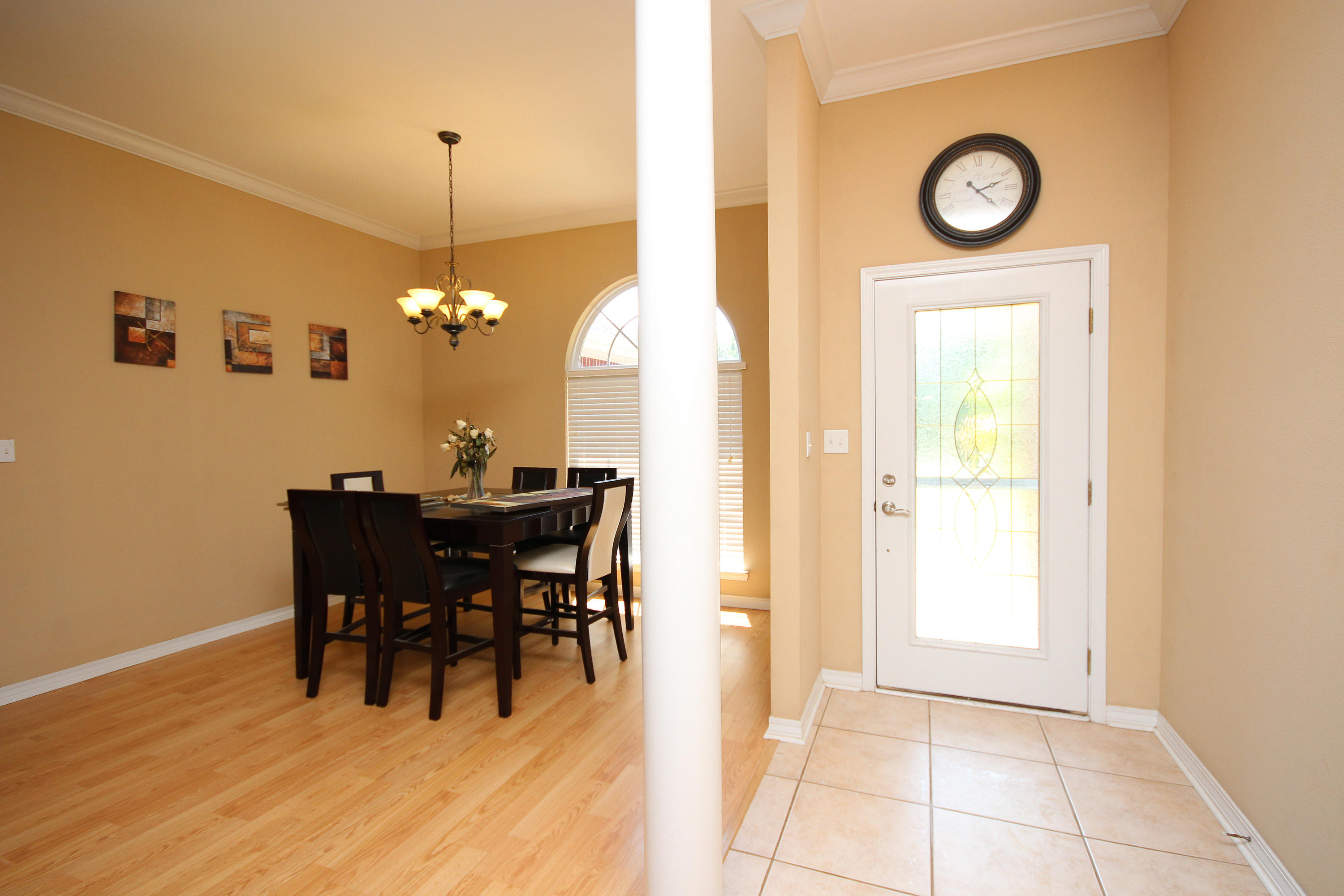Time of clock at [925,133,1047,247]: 2:21
